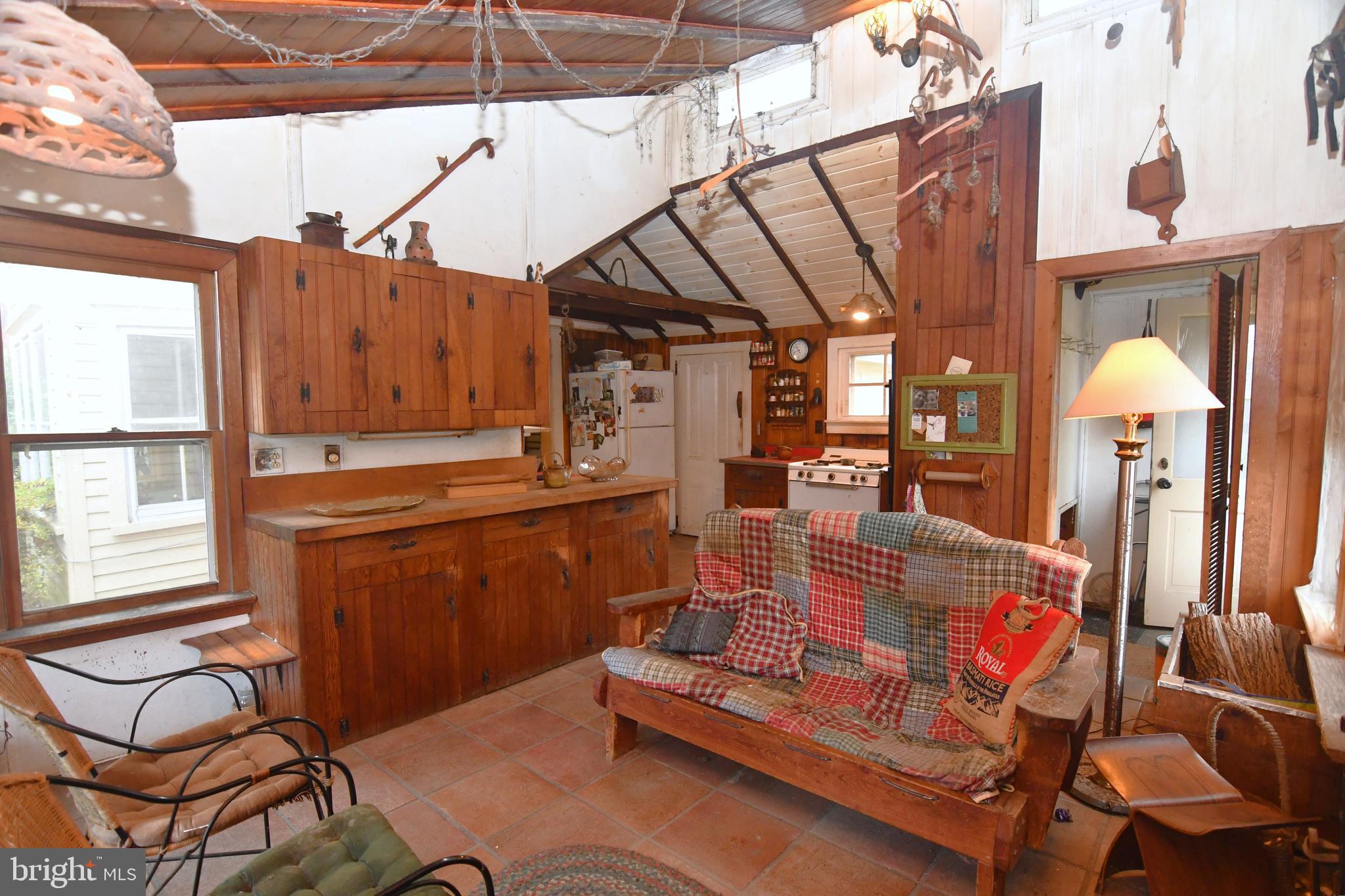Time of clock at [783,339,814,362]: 10:42
